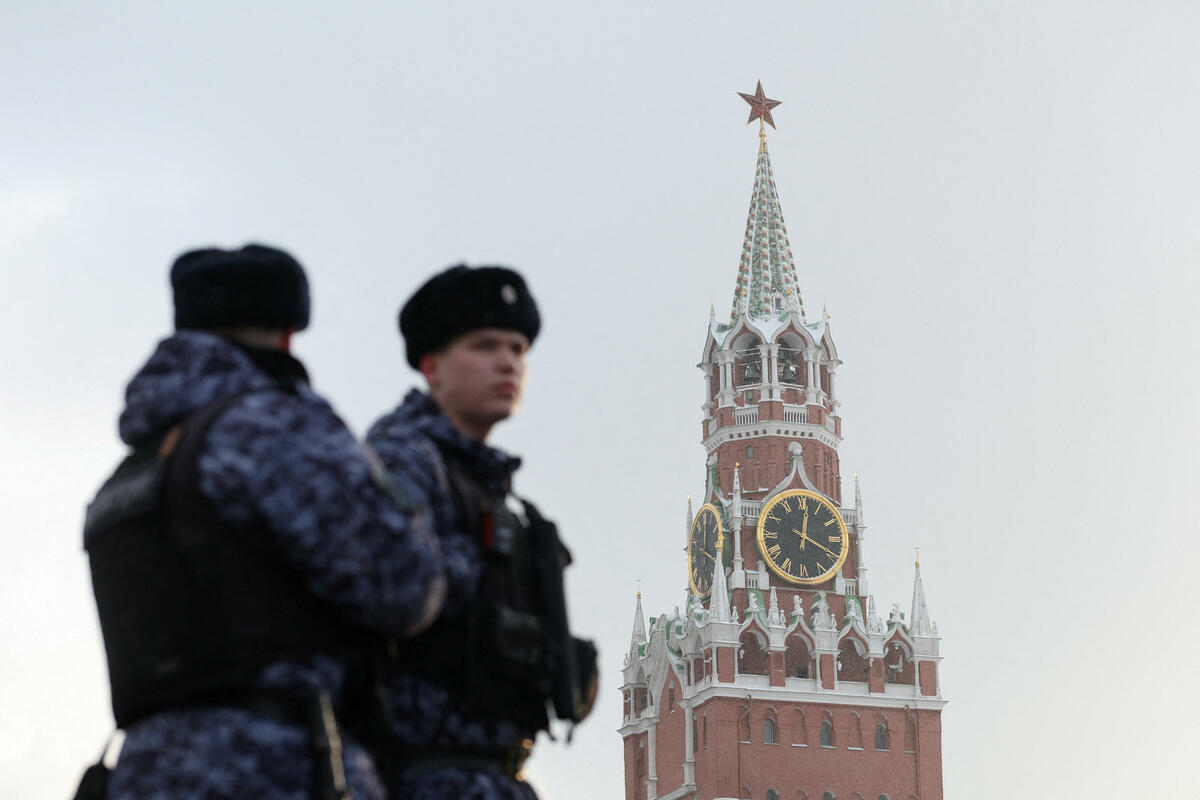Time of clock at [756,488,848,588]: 12:19
